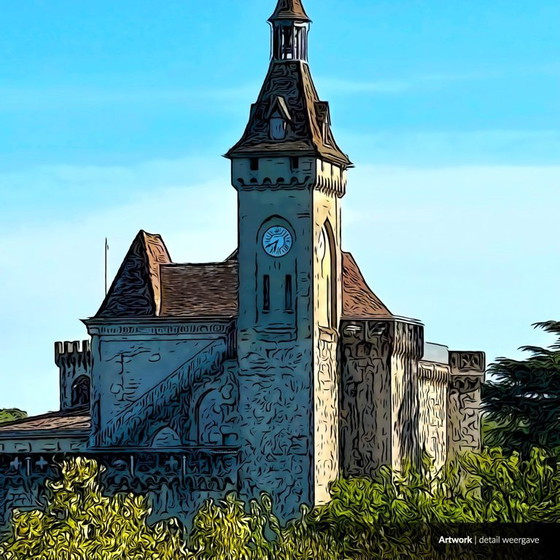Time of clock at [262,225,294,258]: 6:40
